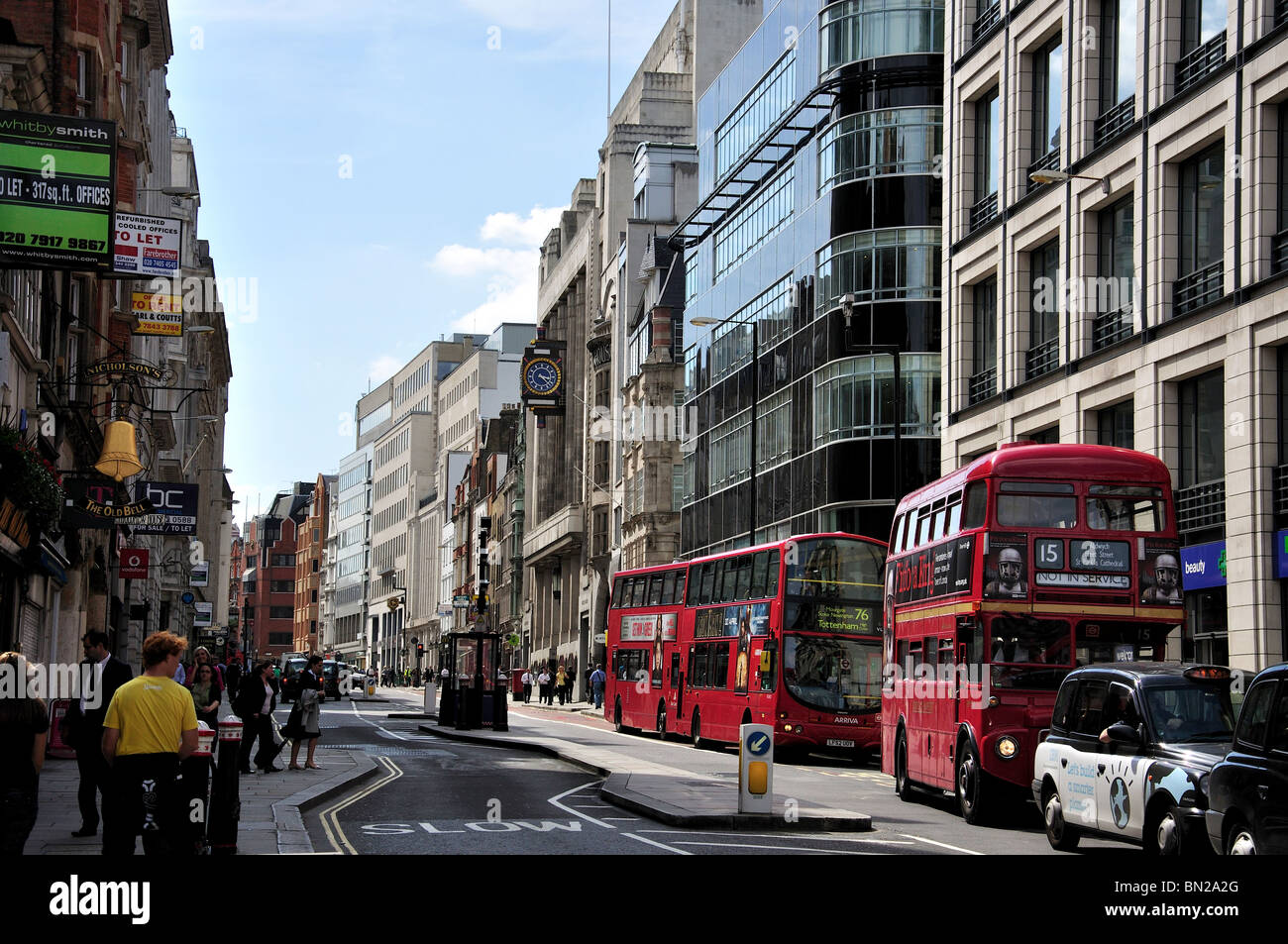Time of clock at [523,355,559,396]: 3:22
